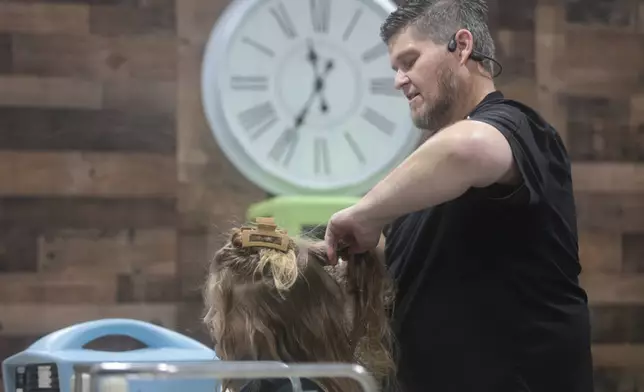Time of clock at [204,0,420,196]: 11:35
